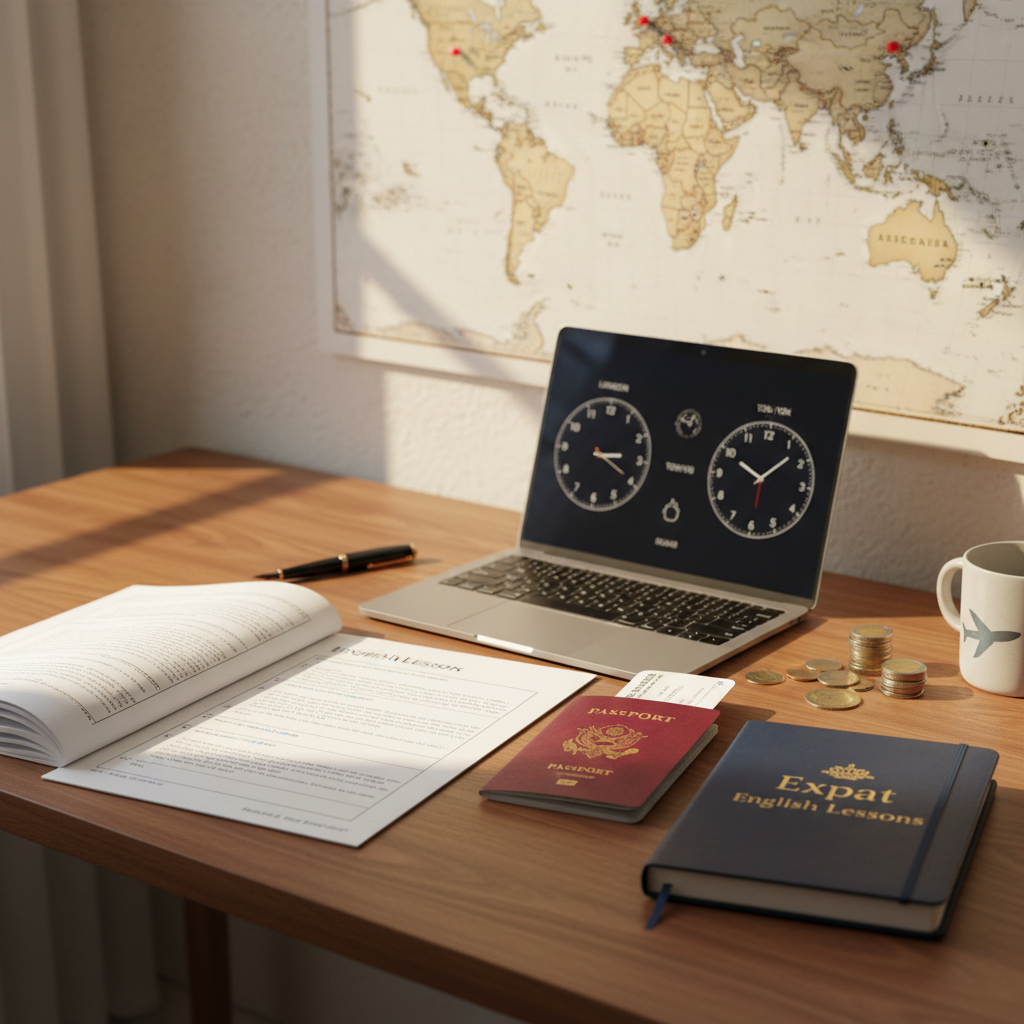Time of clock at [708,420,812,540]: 10:07
